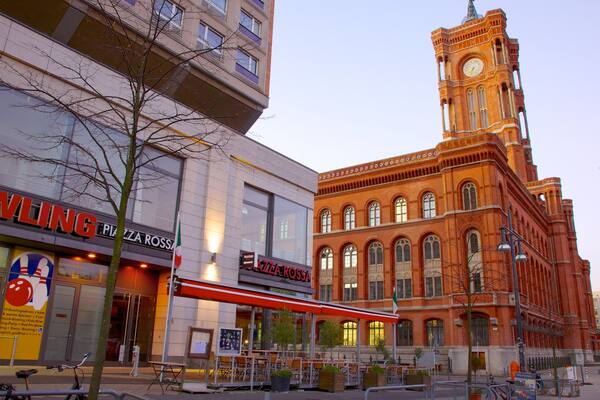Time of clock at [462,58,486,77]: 6:32
